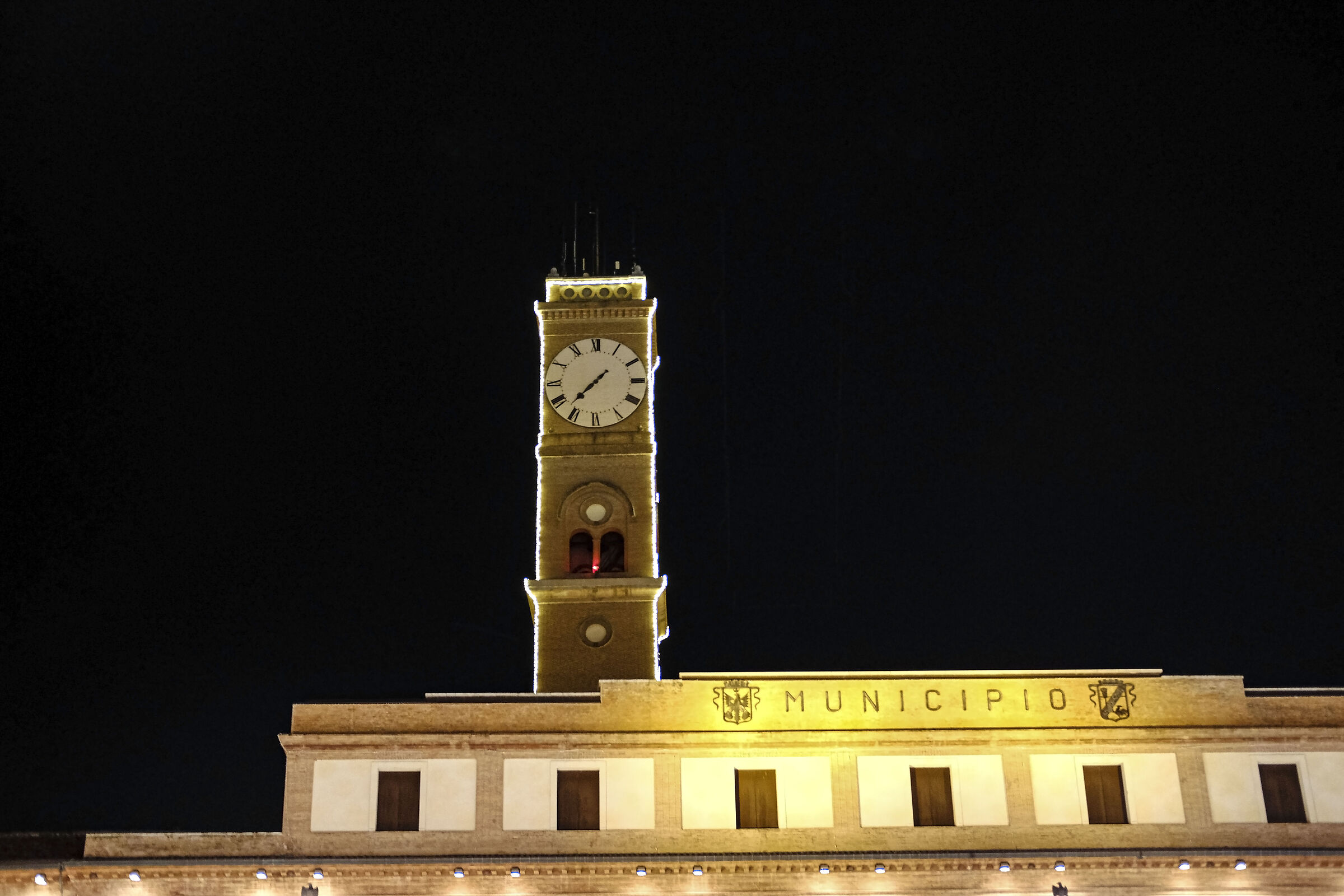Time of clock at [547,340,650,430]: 7:37
